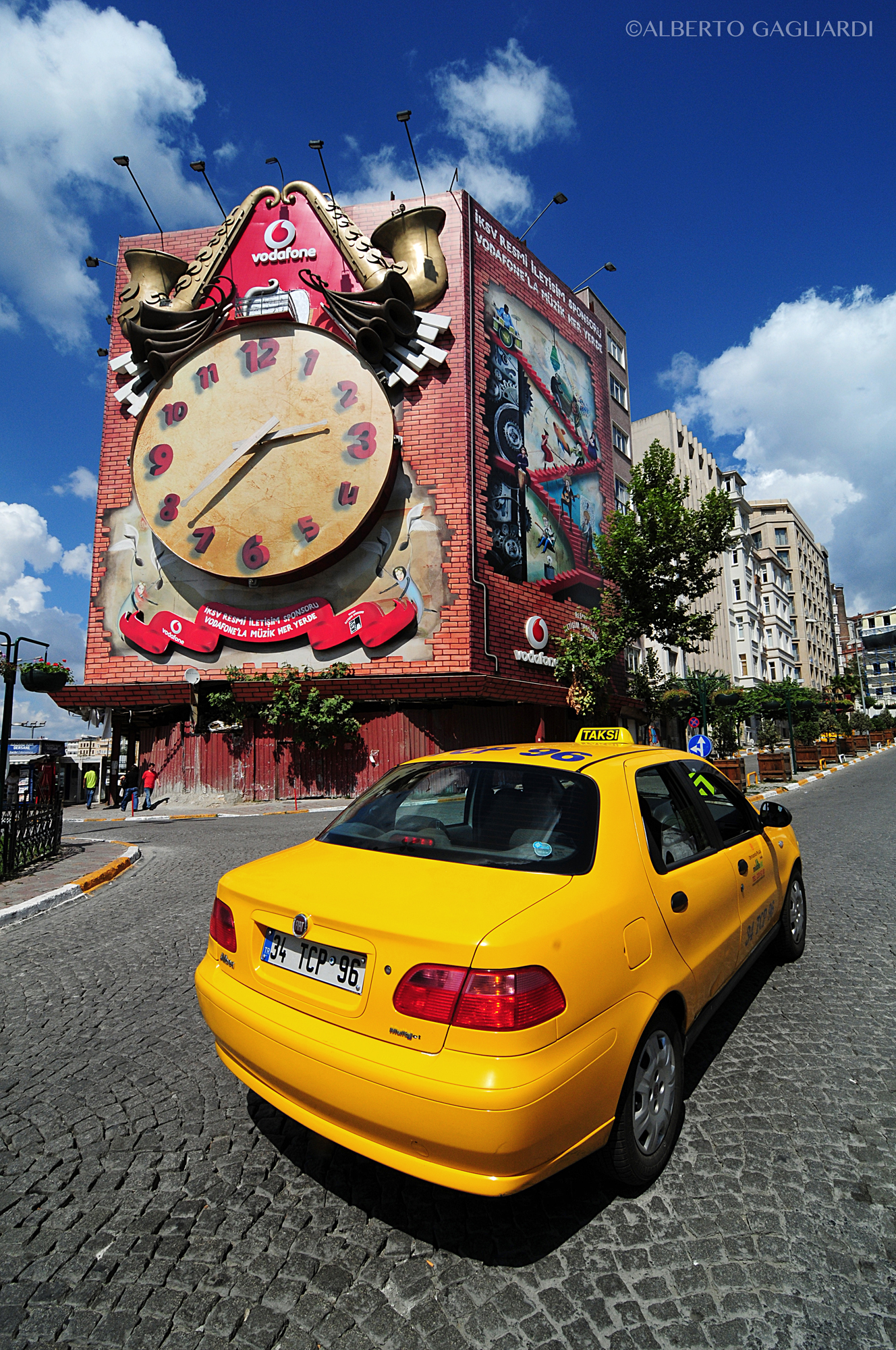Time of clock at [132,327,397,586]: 2:37
